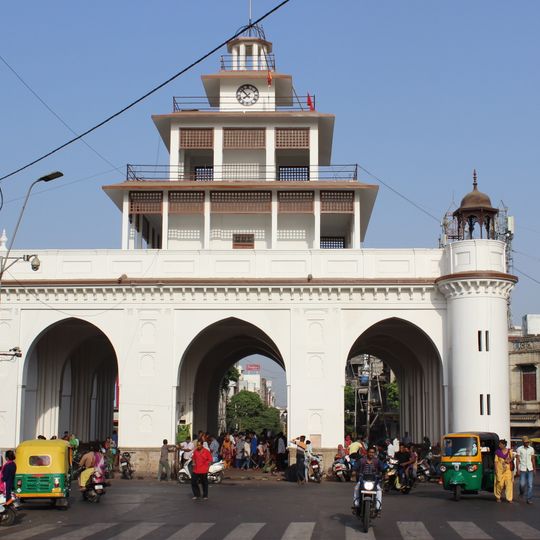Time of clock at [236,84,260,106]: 7:52
